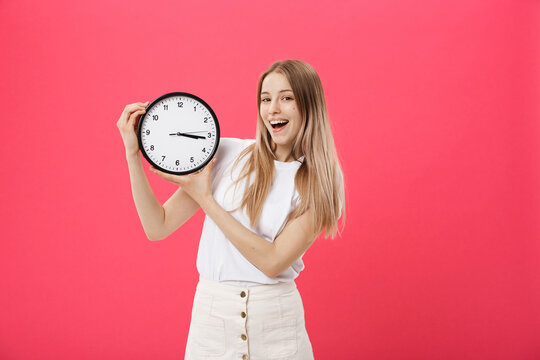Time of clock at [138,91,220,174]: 3:15
